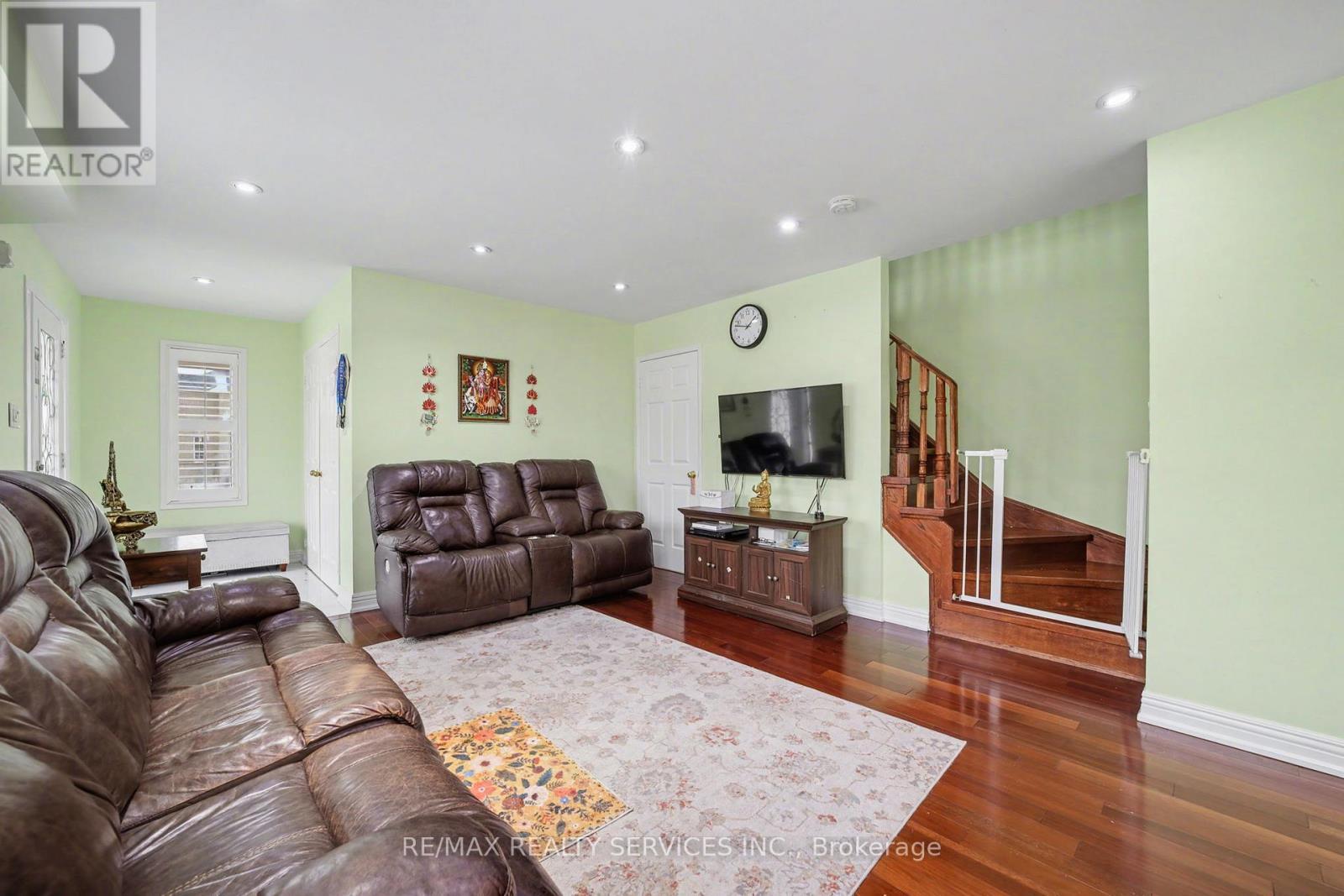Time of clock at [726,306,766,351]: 1:47
